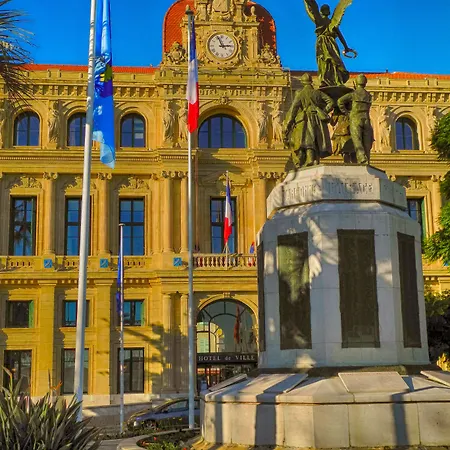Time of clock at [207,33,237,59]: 2:56
